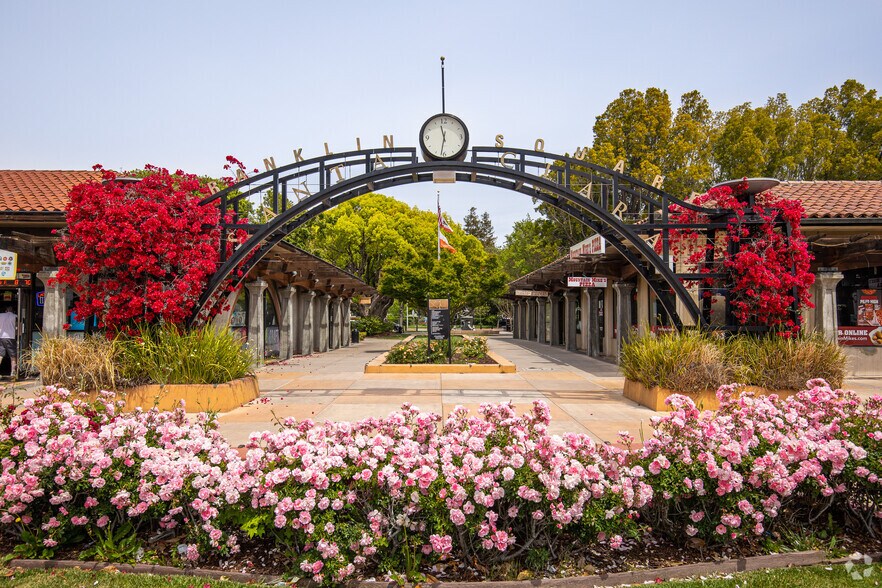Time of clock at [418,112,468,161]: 11:31
